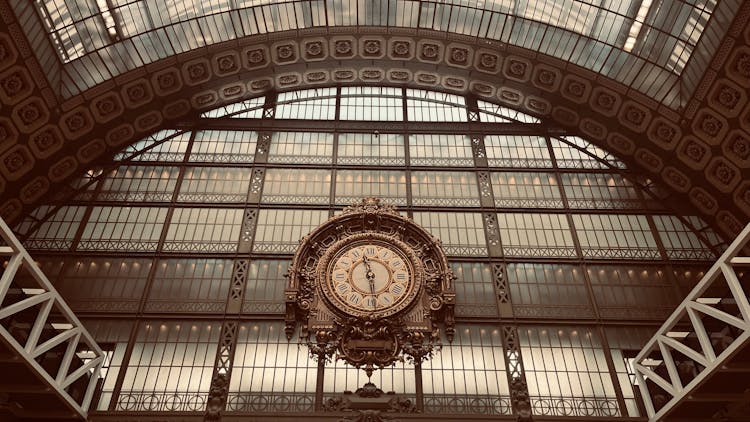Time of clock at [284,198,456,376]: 11:28
